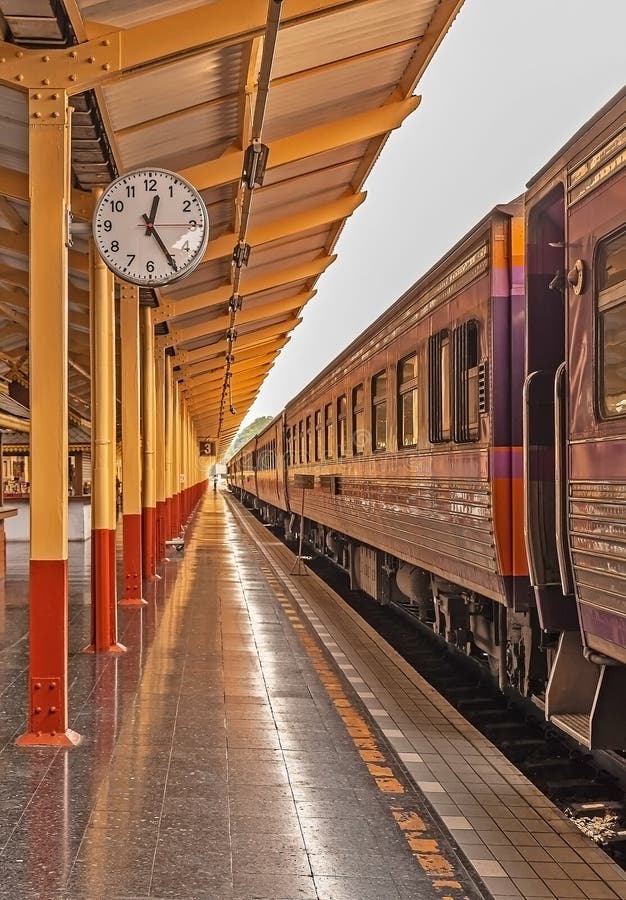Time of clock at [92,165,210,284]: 12:24
